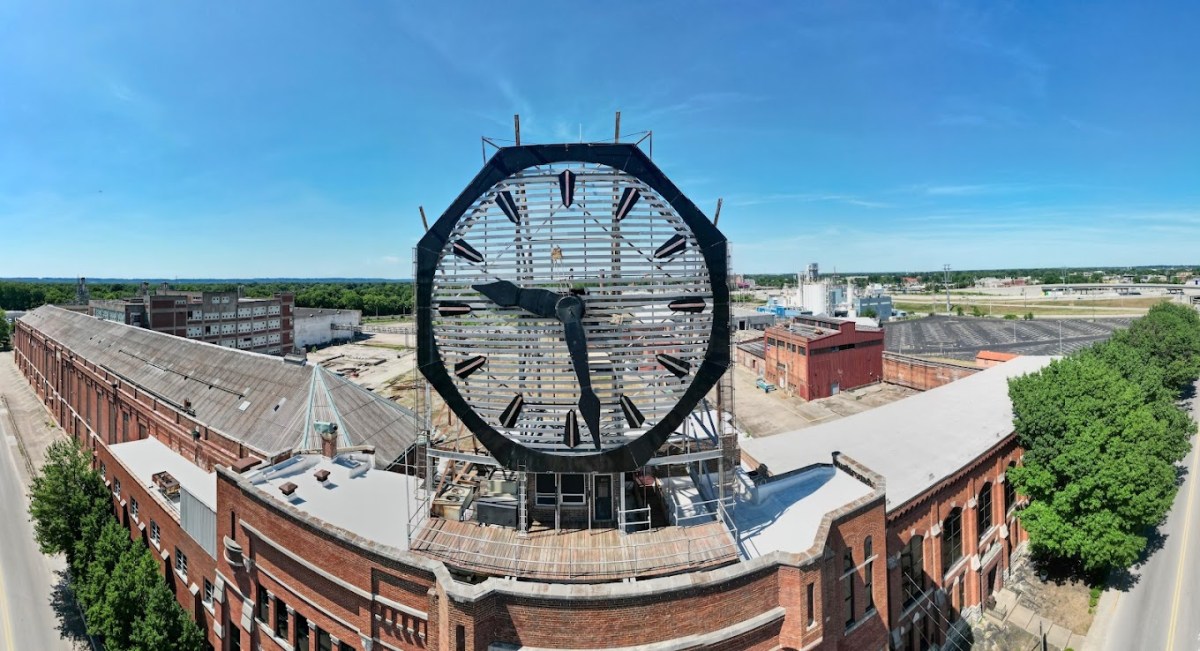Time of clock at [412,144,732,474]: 9:28
